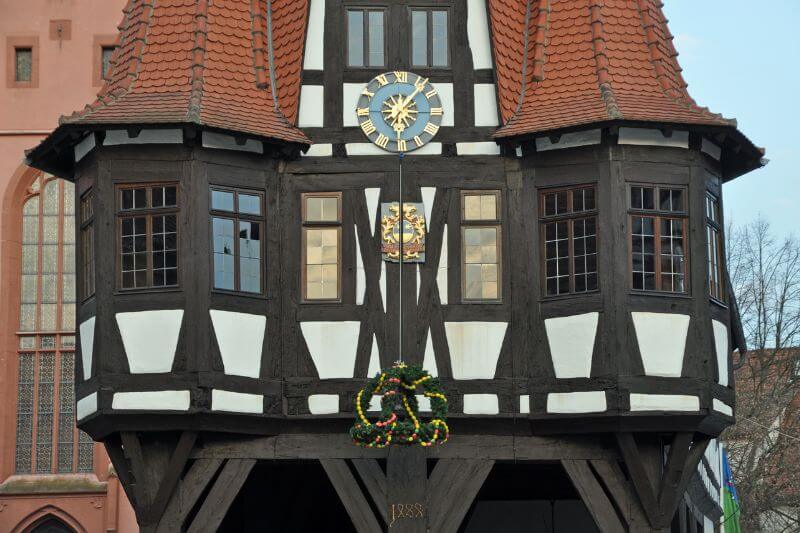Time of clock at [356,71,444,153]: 3:06
